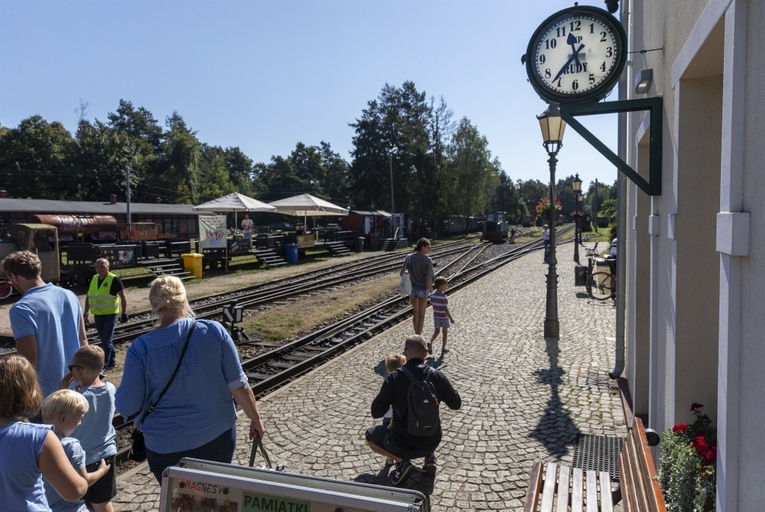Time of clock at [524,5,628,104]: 11:36
